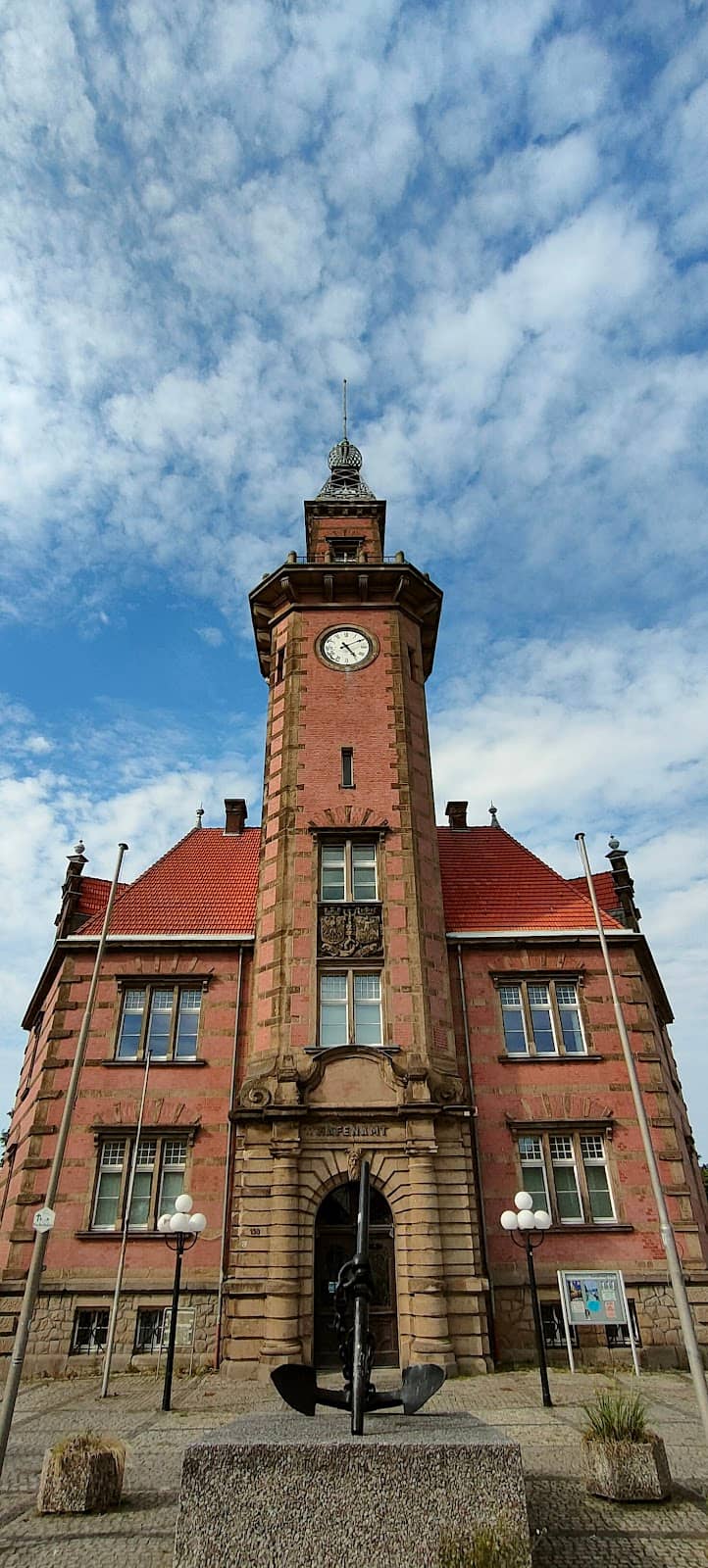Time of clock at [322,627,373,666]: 5:09
